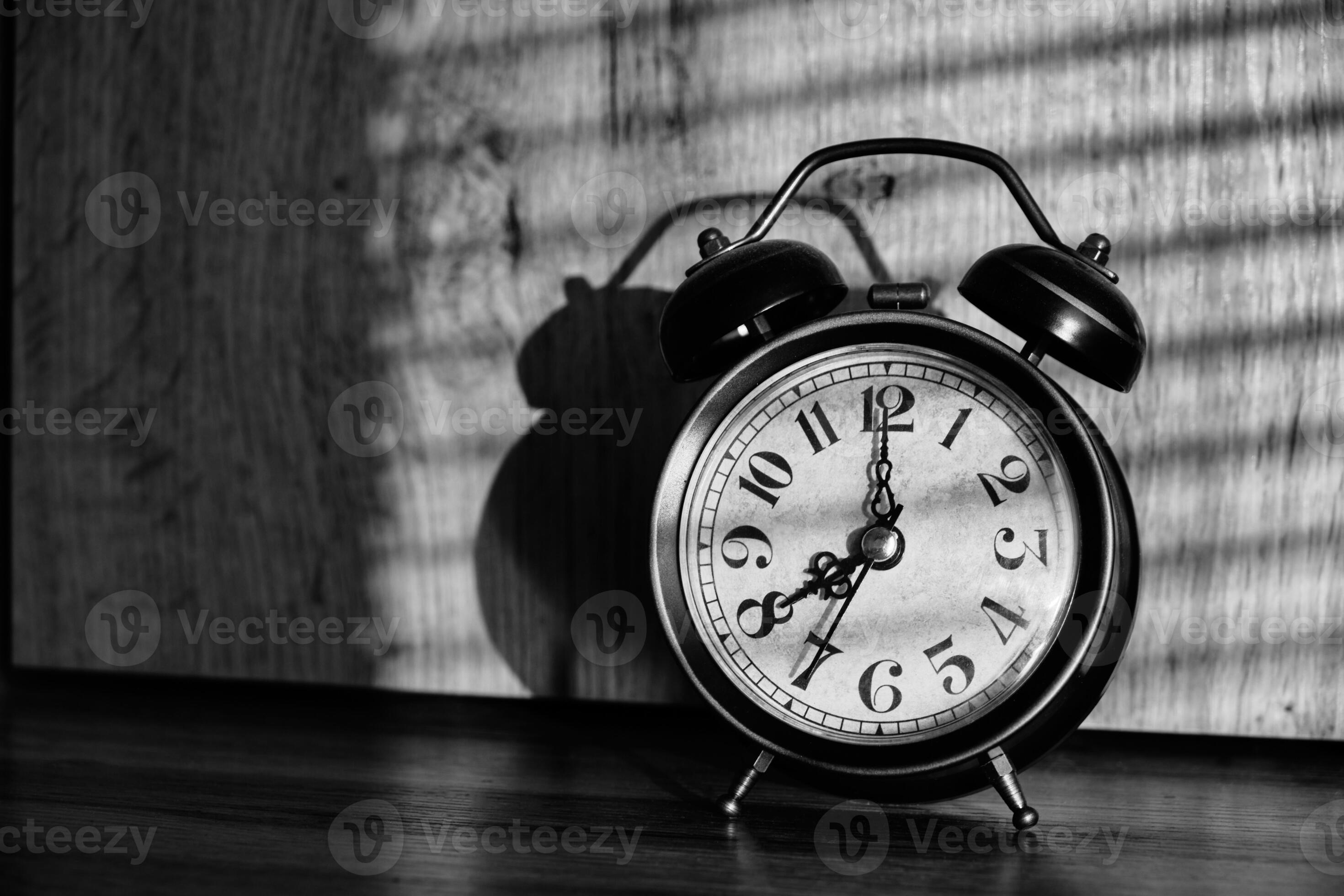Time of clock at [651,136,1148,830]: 7:00
